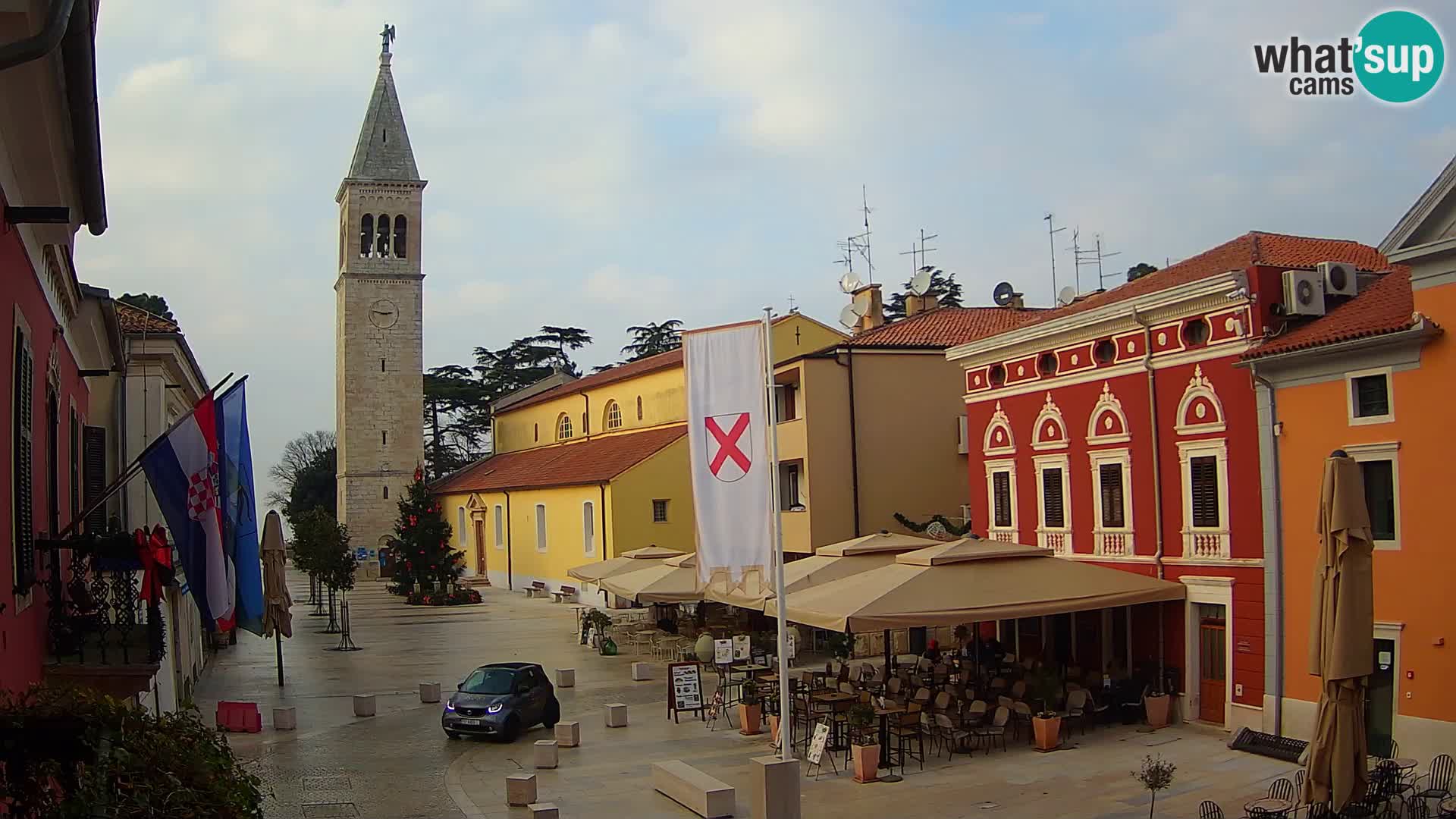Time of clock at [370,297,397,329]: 2:48
